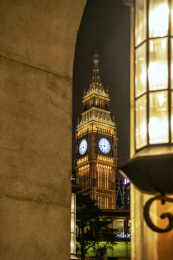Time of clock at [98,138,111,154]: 11:44
